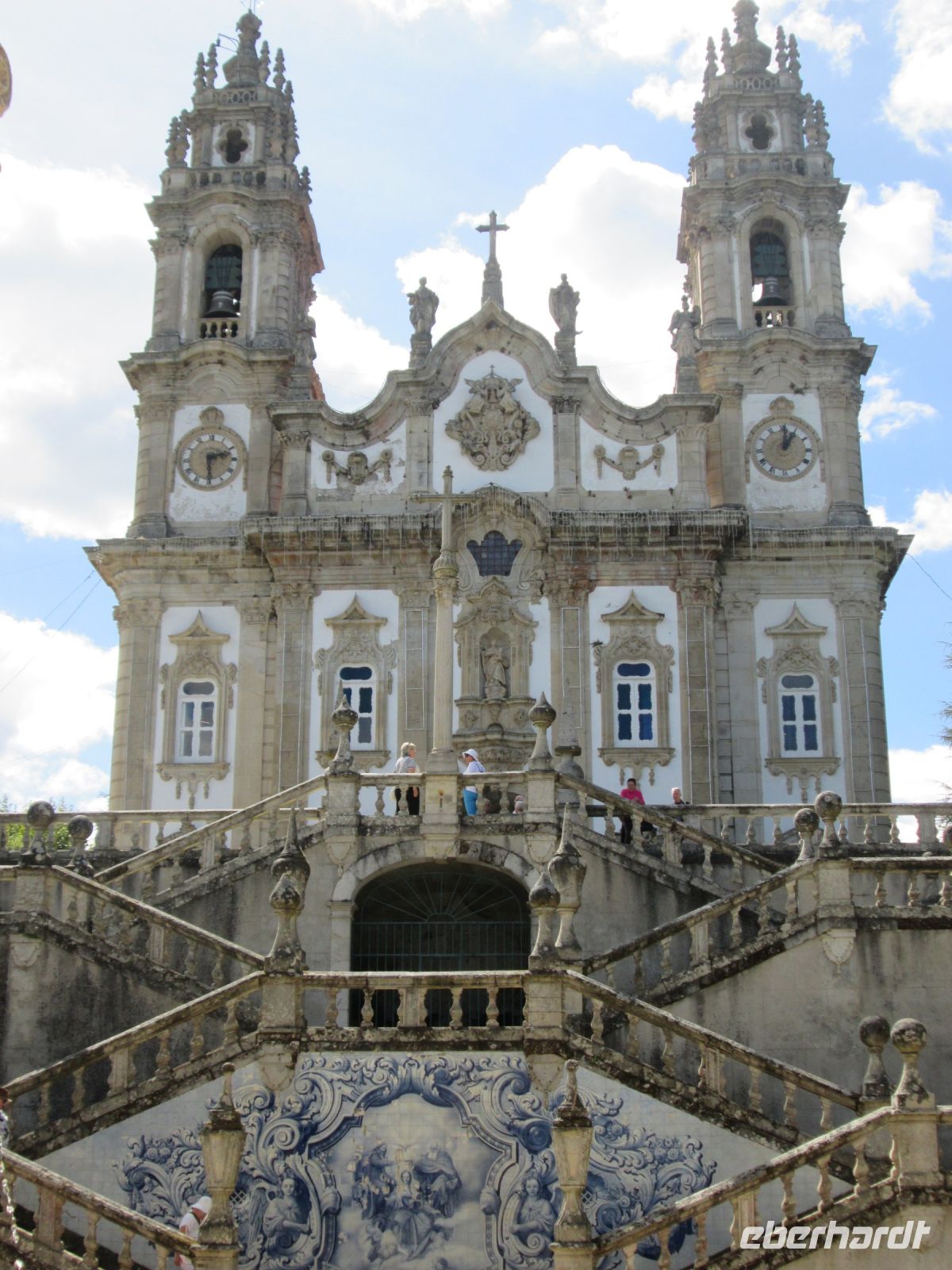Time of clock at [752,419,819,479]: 1:01
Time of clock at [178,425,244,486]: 2:29
